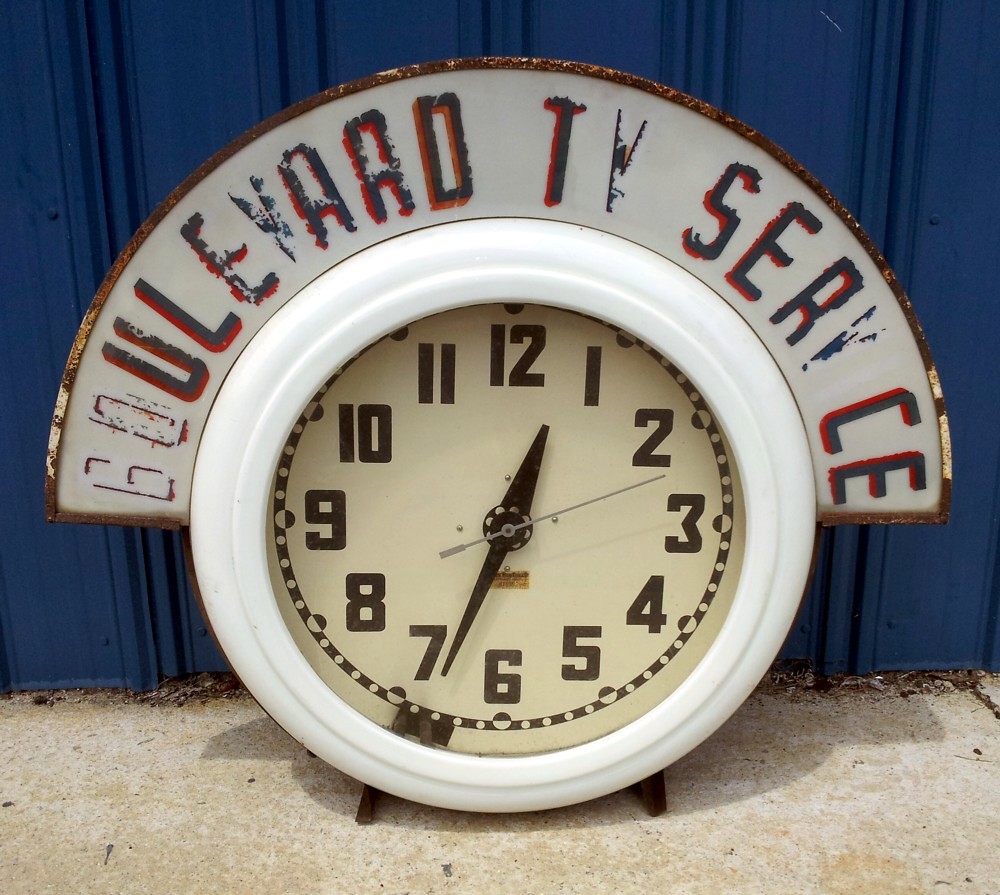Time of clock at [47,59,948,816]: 12:33
